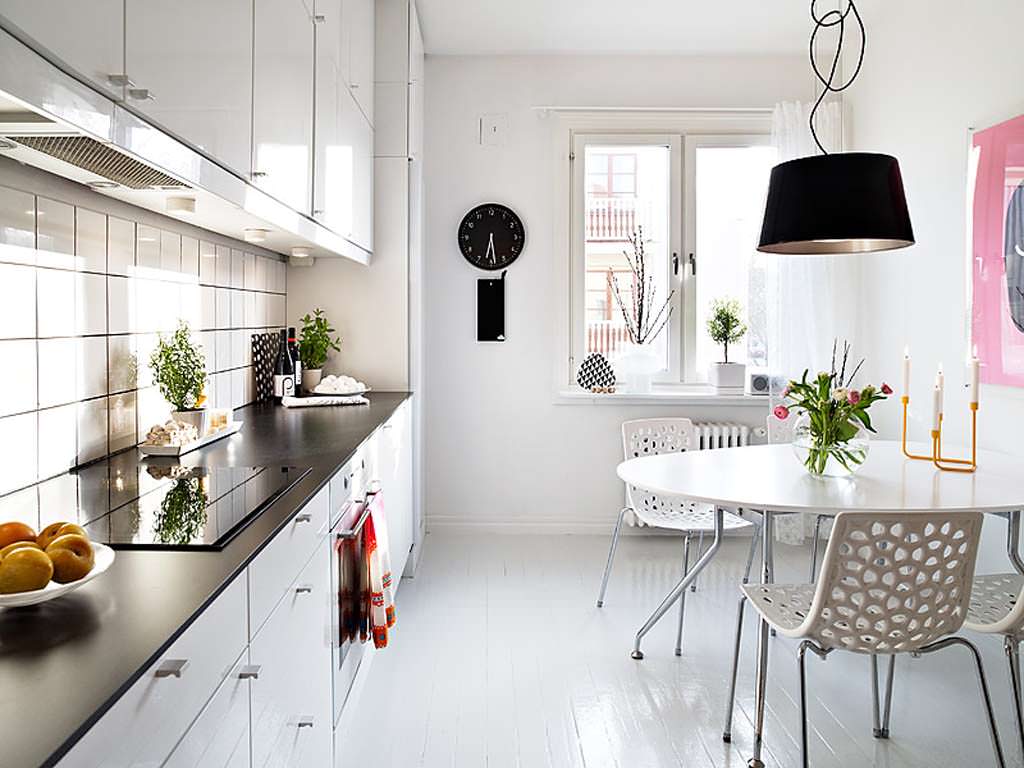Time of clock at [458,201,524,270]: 6:28
